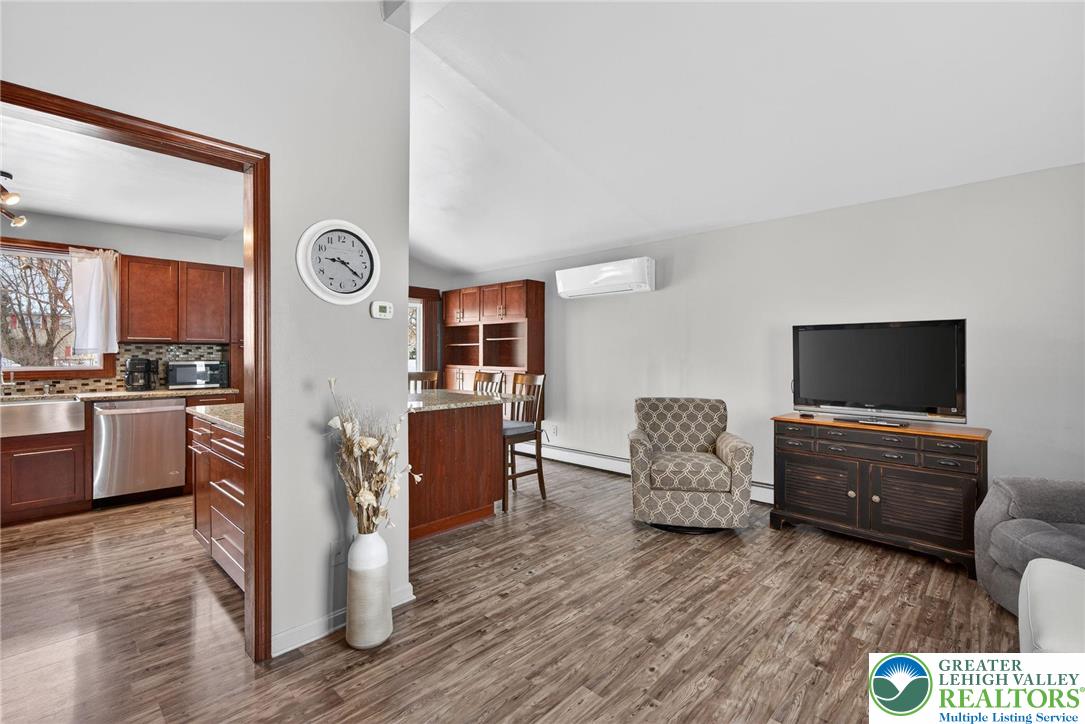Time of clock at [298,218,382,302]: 9:20
